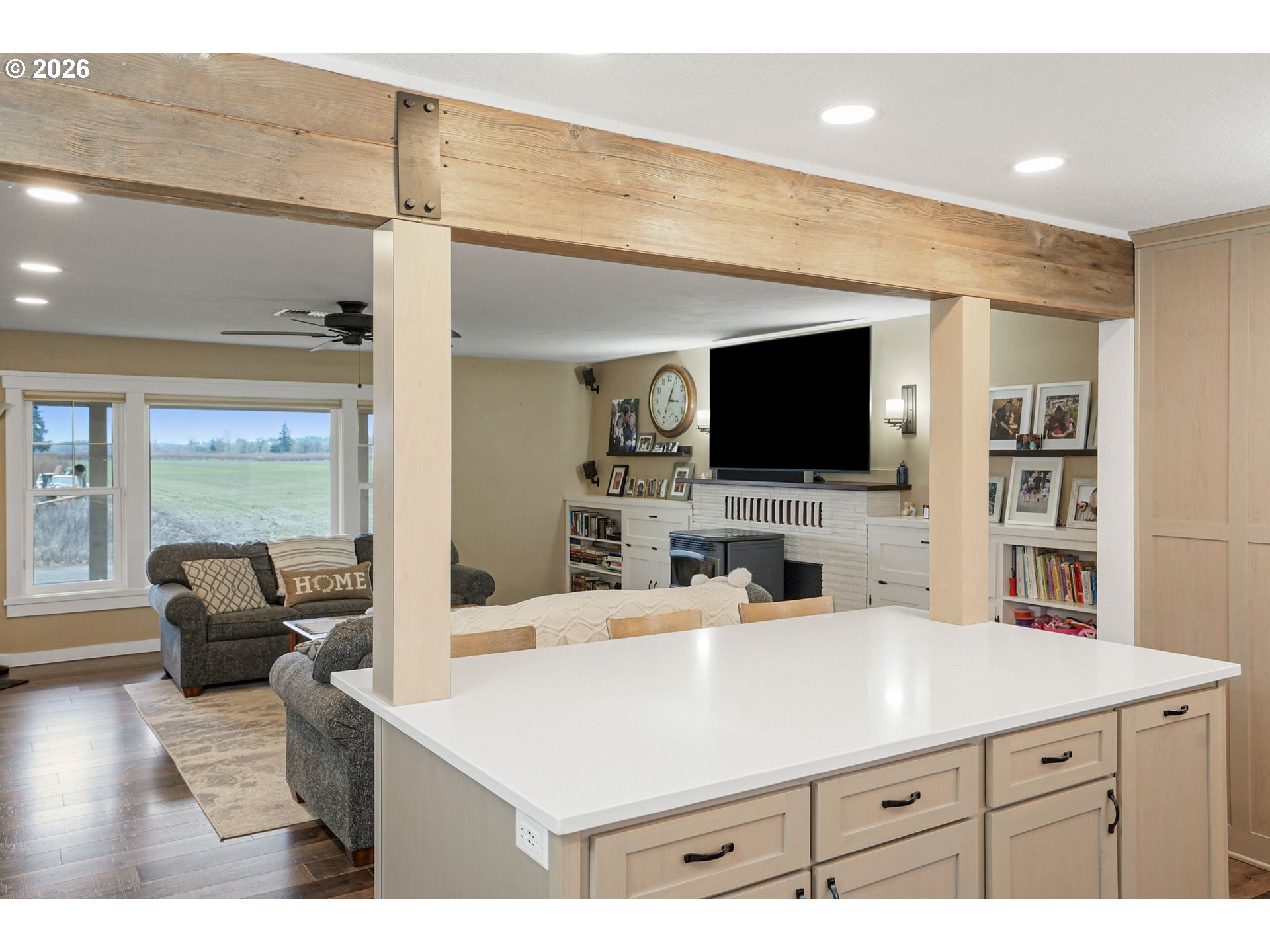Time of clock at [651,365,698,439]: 3:04
